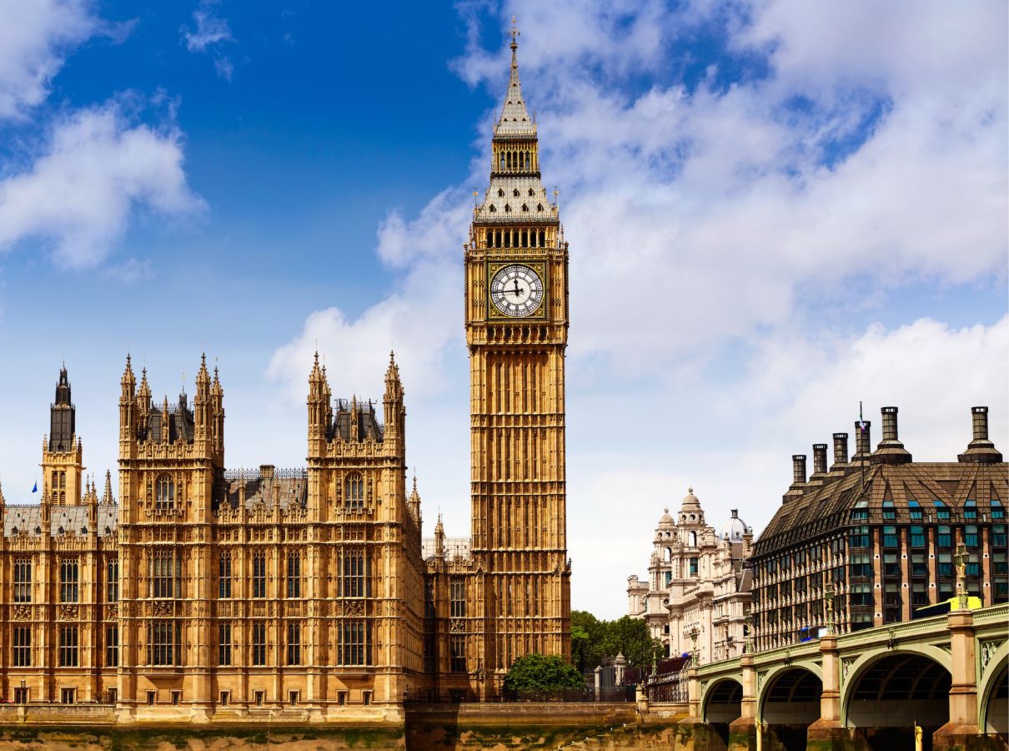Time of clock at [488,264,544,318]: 11:44
